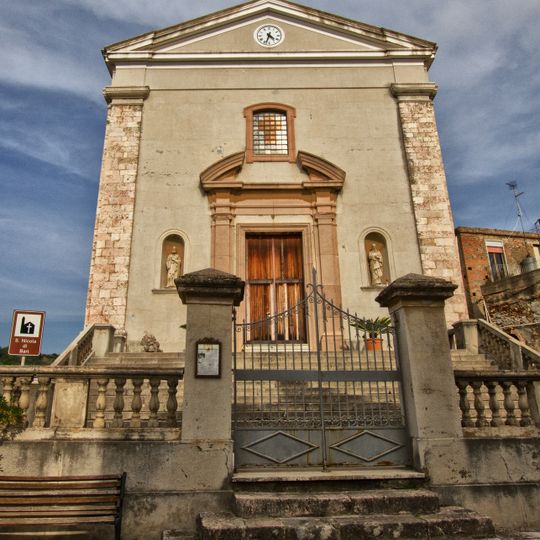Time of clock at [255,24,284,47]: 4:33
